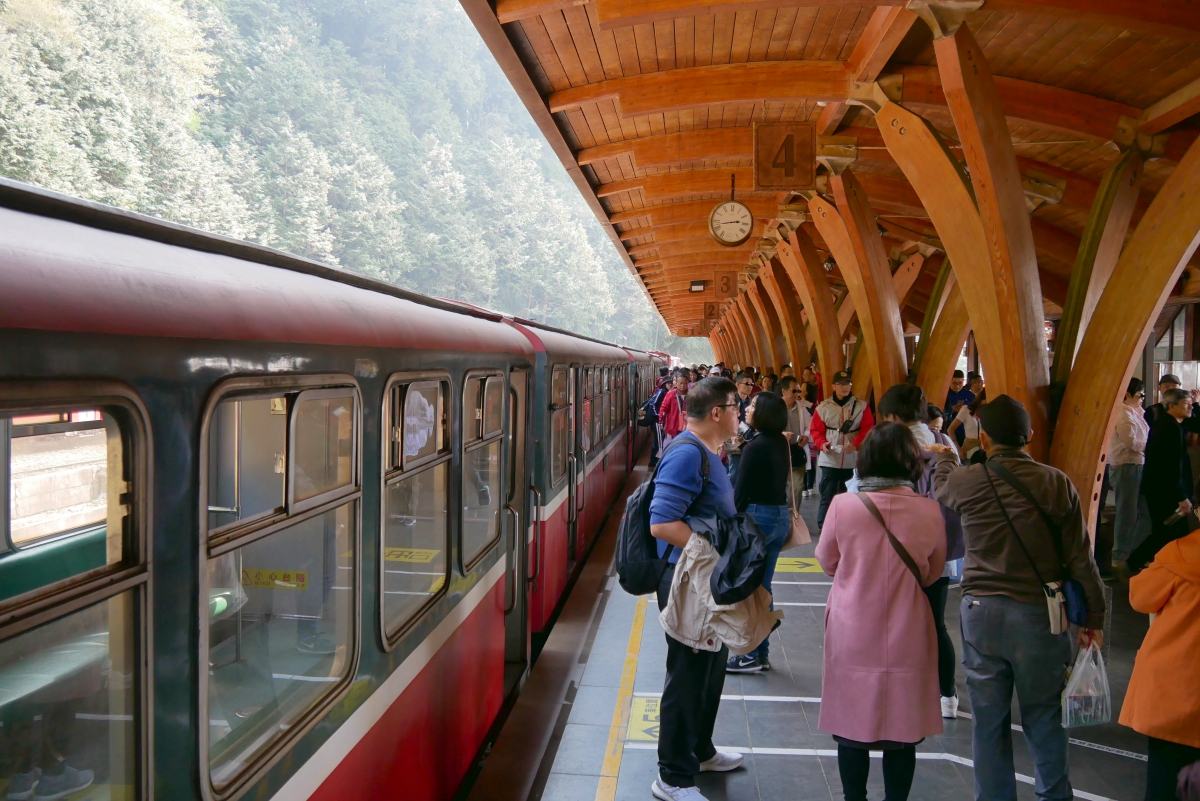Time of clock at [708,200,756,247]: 2:42
